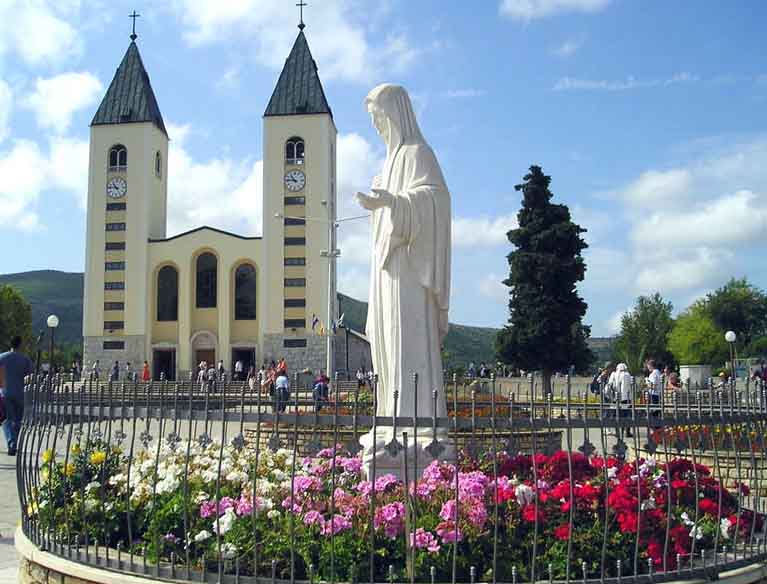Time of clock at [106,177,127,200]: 10:46
